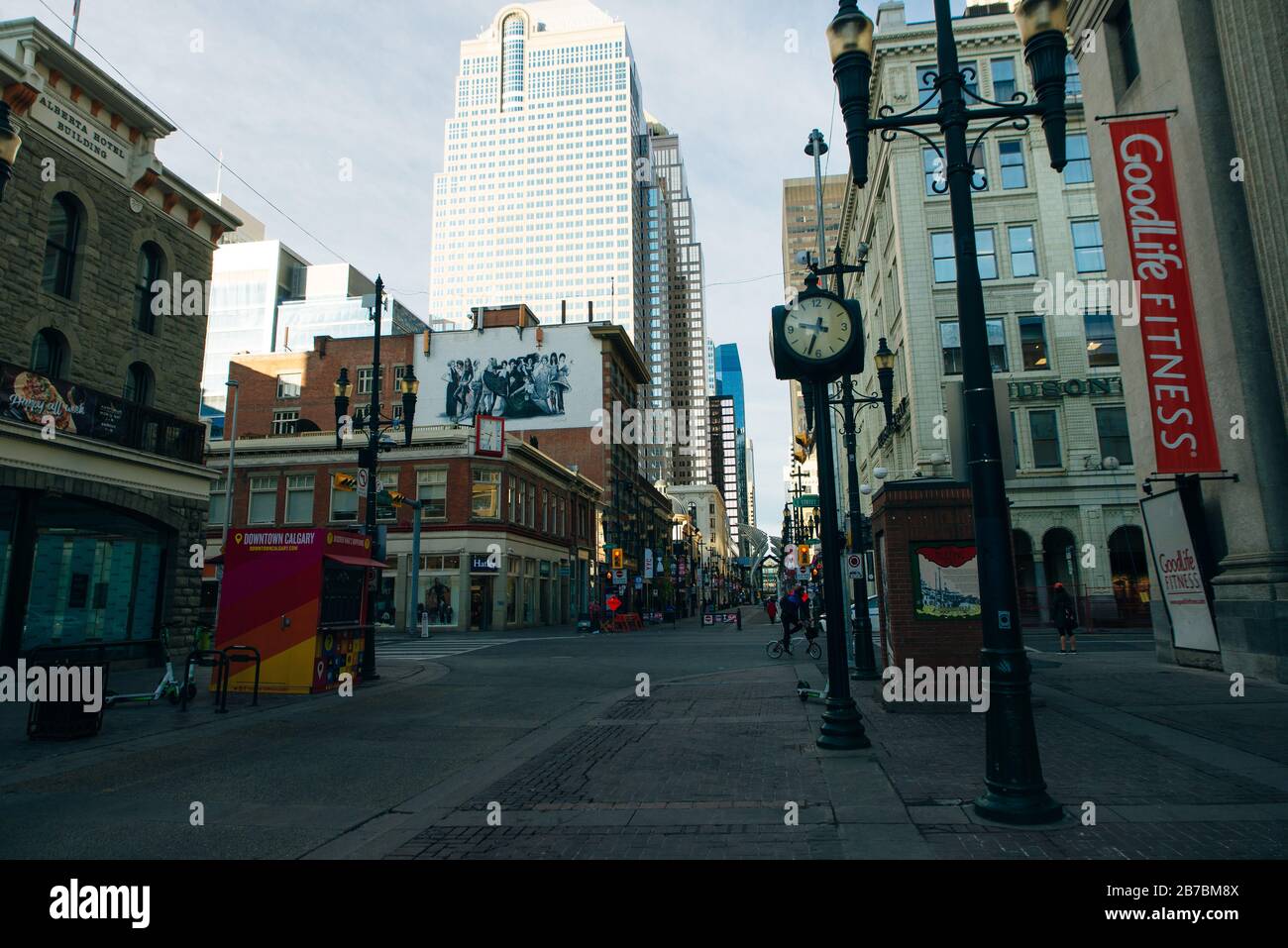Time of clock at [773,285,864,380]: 9:33
